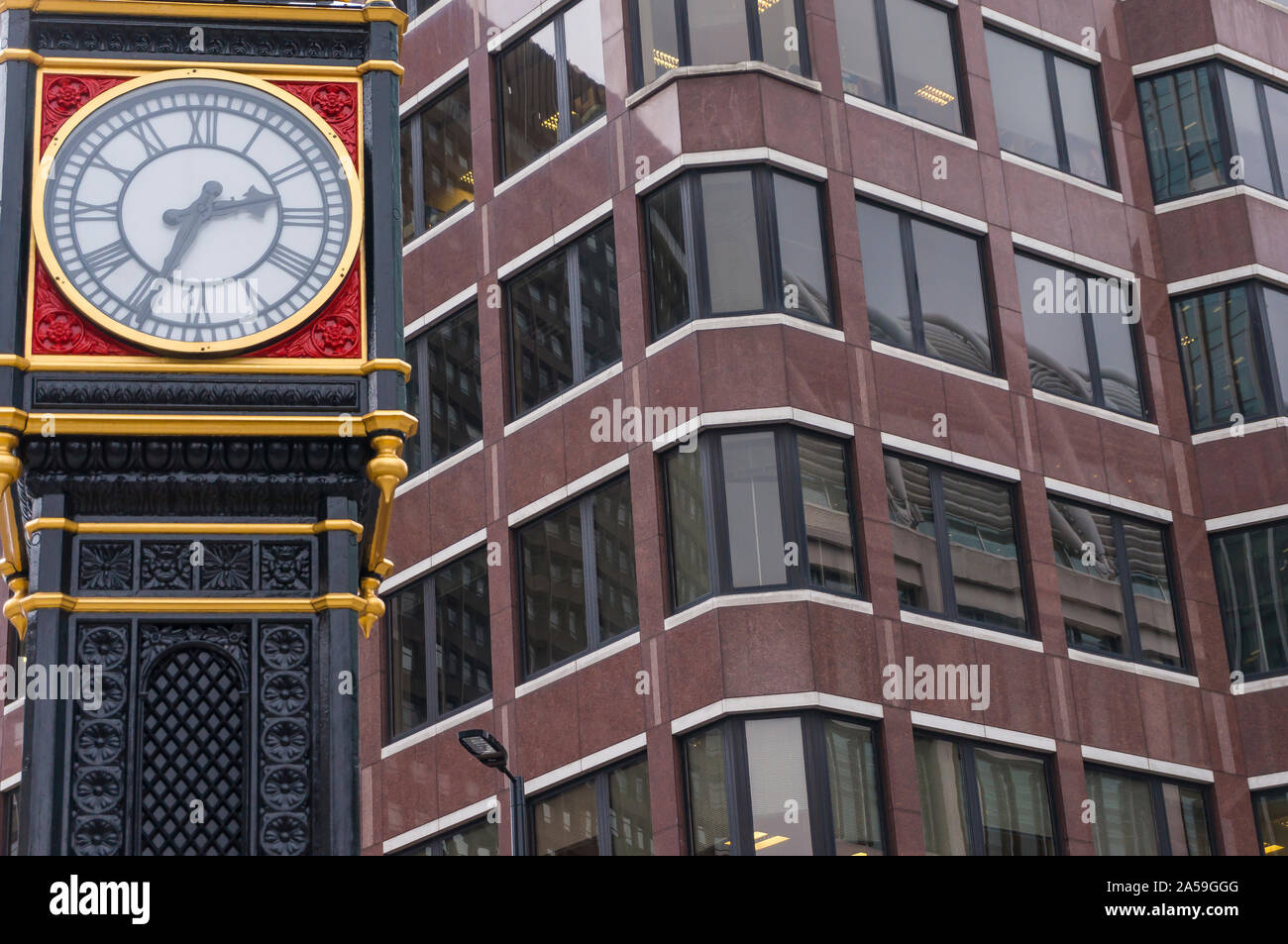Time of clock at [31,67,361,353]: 2:34
